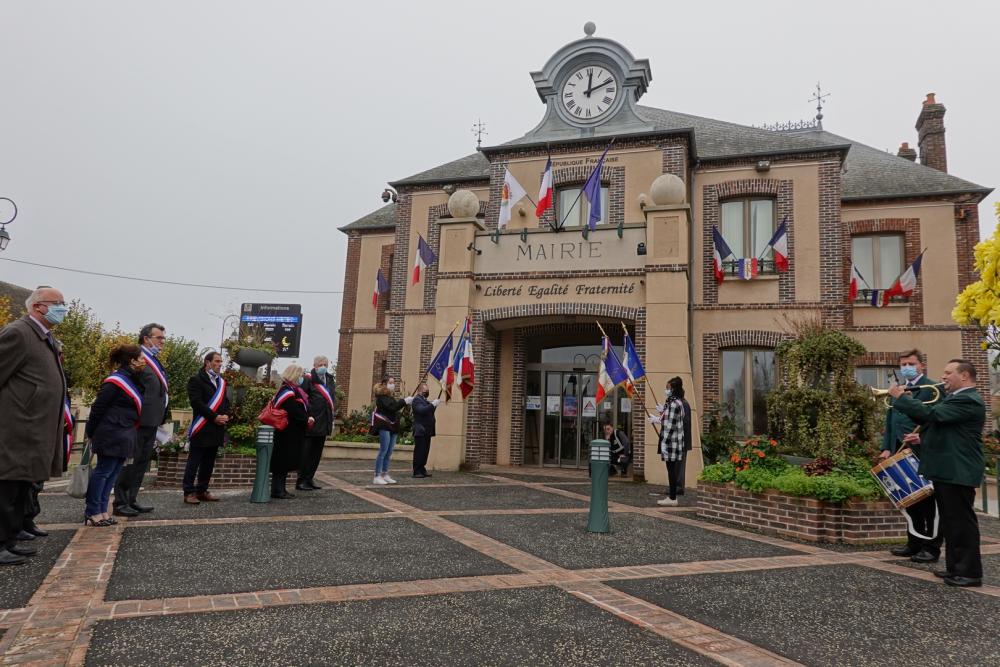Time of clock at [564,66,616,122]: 12:11
